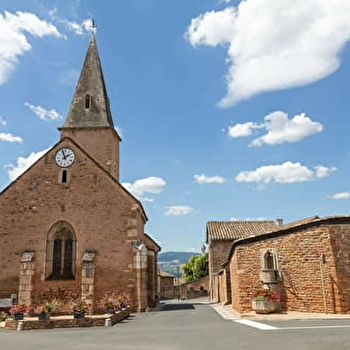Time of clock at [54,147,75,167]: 1:56
